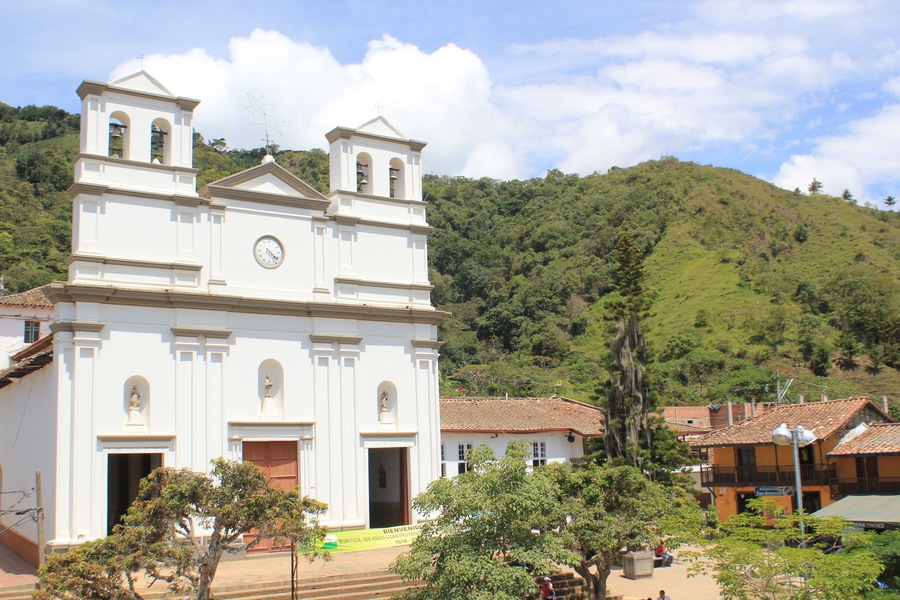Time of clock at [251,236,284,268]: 4:21
